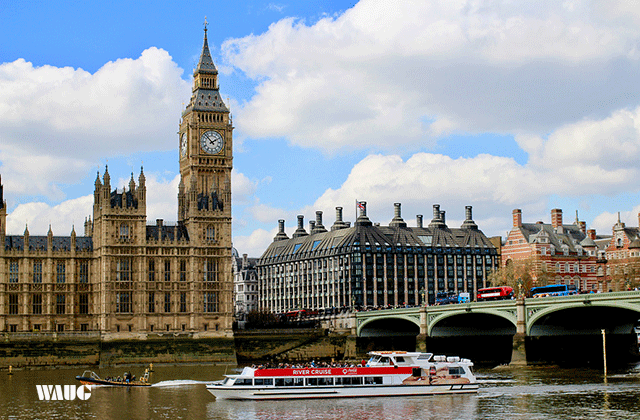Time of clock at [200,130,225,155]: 1:52
